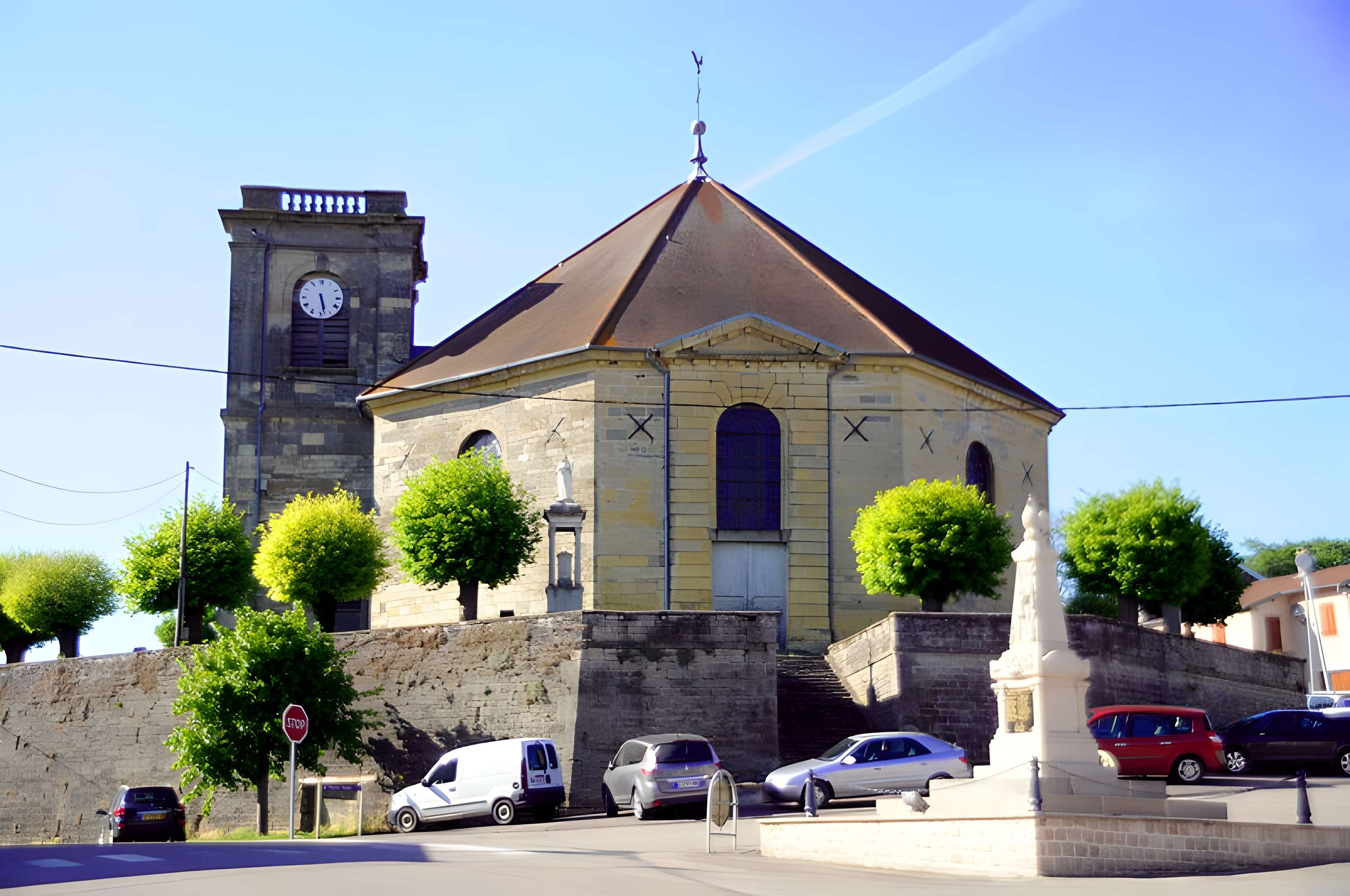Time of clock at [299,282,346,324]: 5:28
